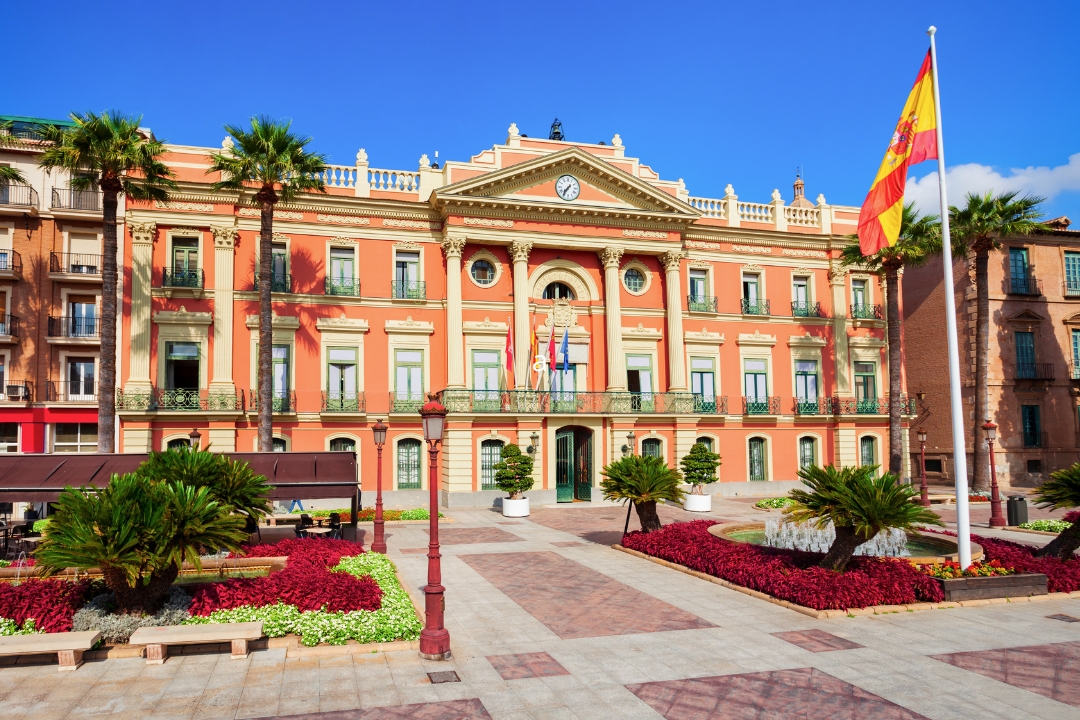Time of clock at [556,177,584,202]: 7:36
